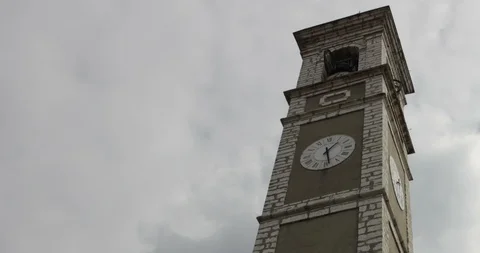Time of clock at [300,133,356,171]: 1:28
